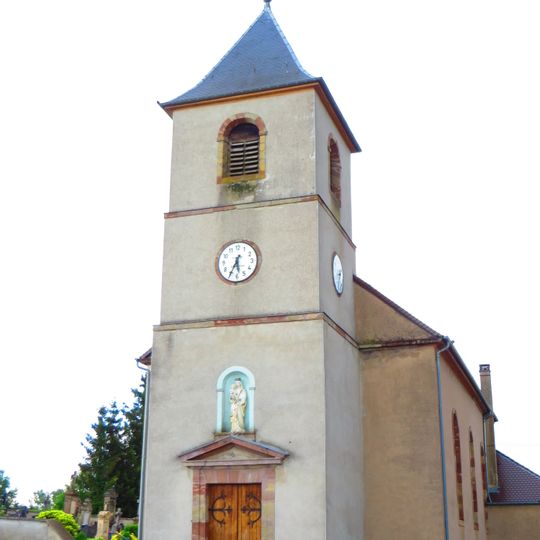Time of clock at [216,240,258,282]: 5:34
